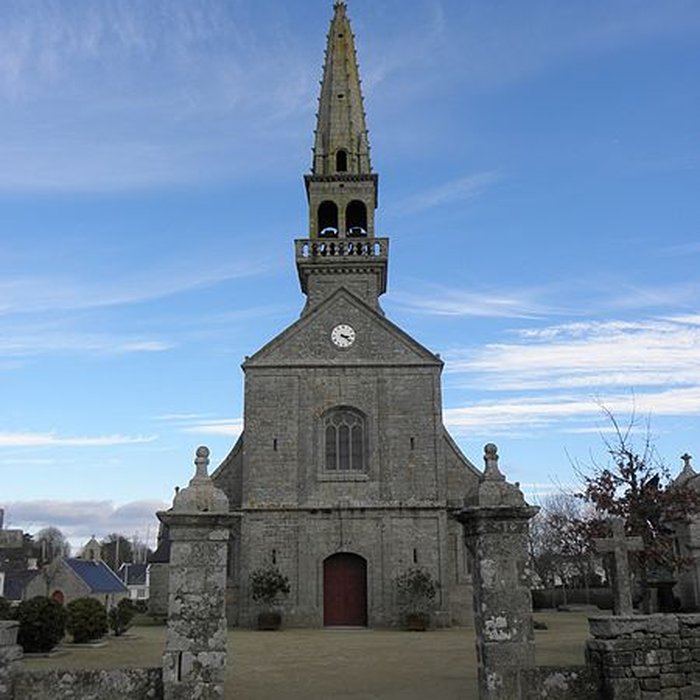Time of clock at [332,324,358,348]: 3:21
